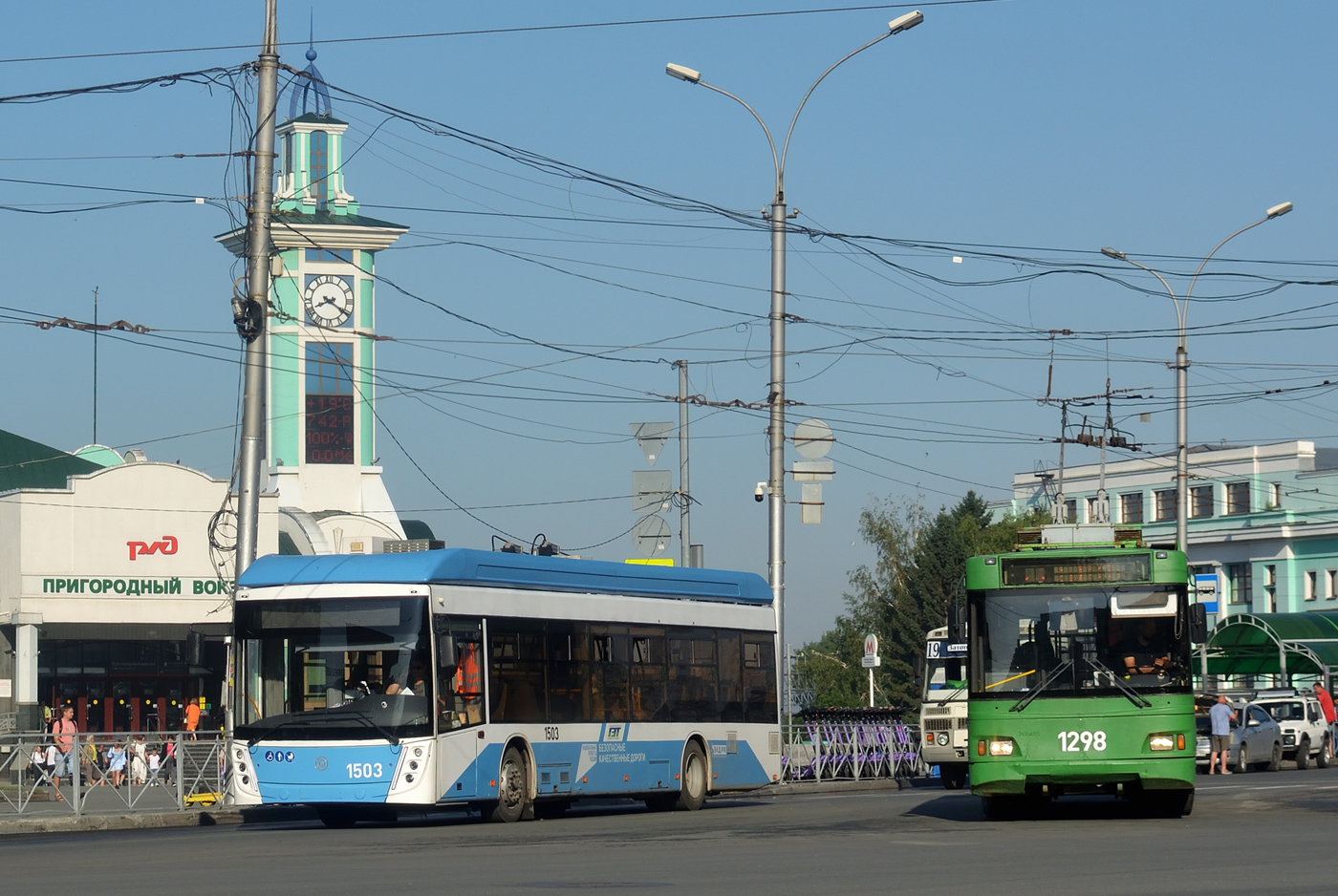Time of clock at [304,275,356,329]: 8:20
